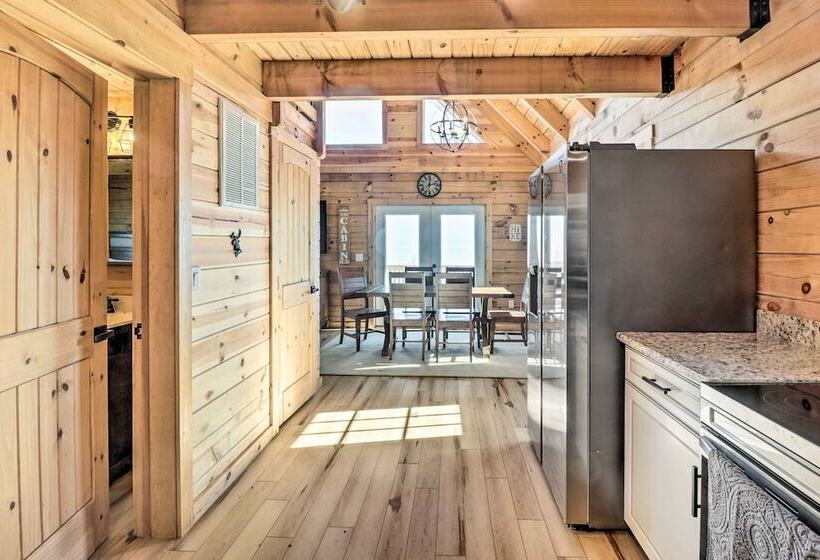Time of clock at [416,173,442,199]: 12:12
